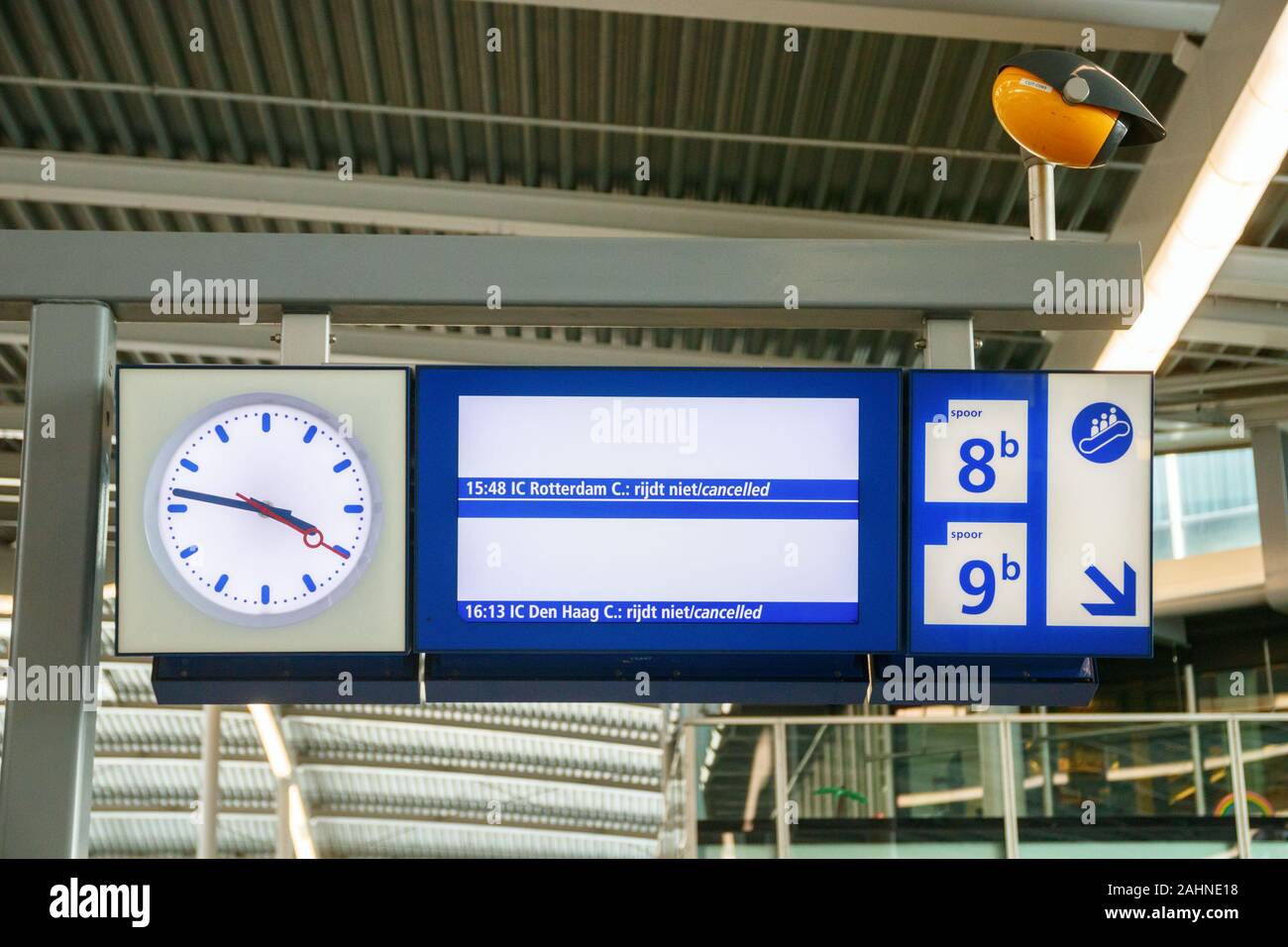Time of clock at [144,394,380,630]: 3:46
